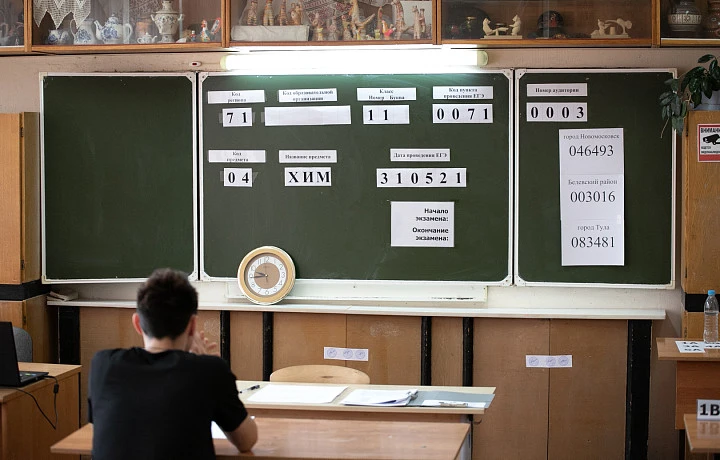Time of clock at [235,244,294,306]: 9:44
